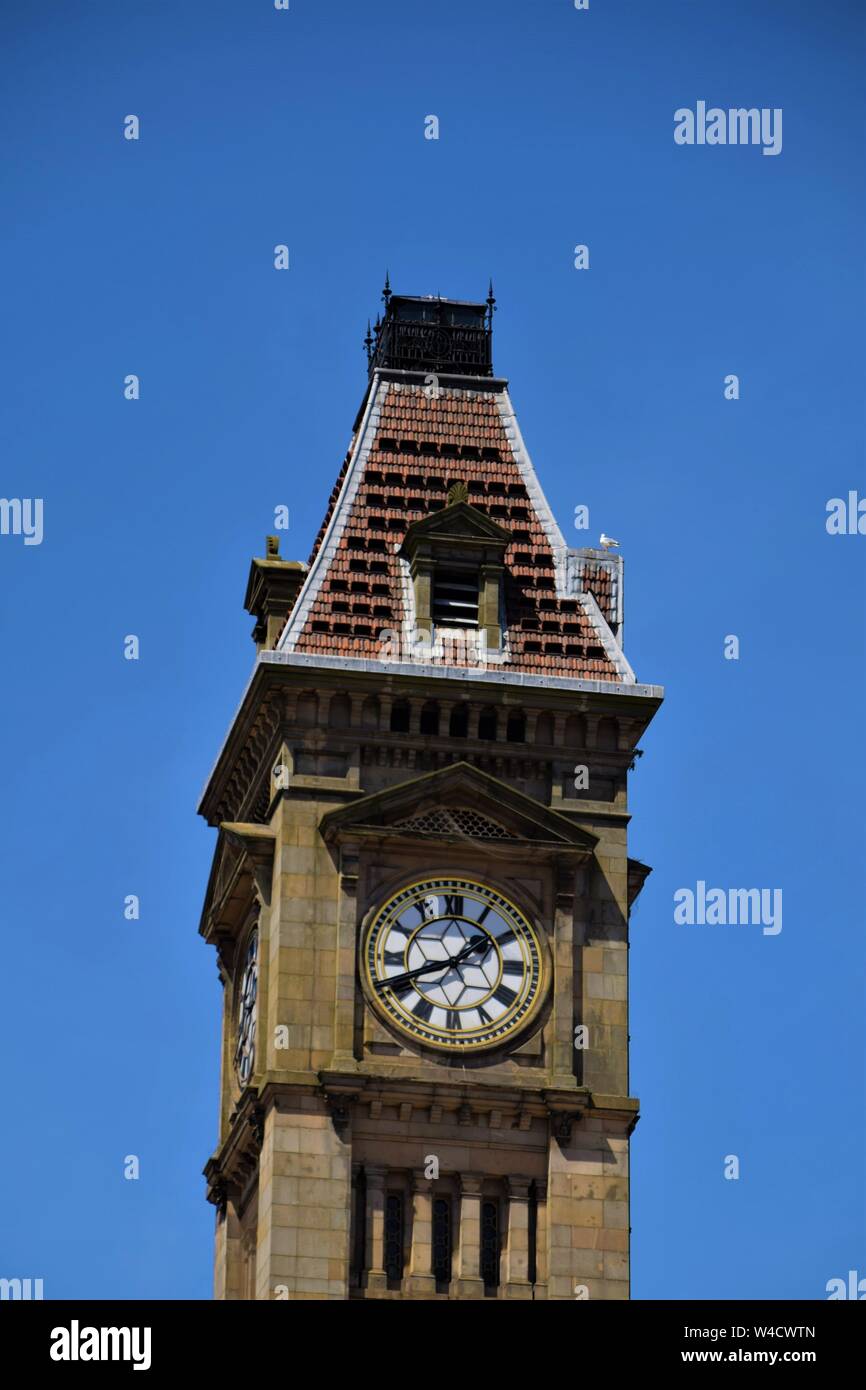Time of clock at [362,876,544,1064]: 1:41
